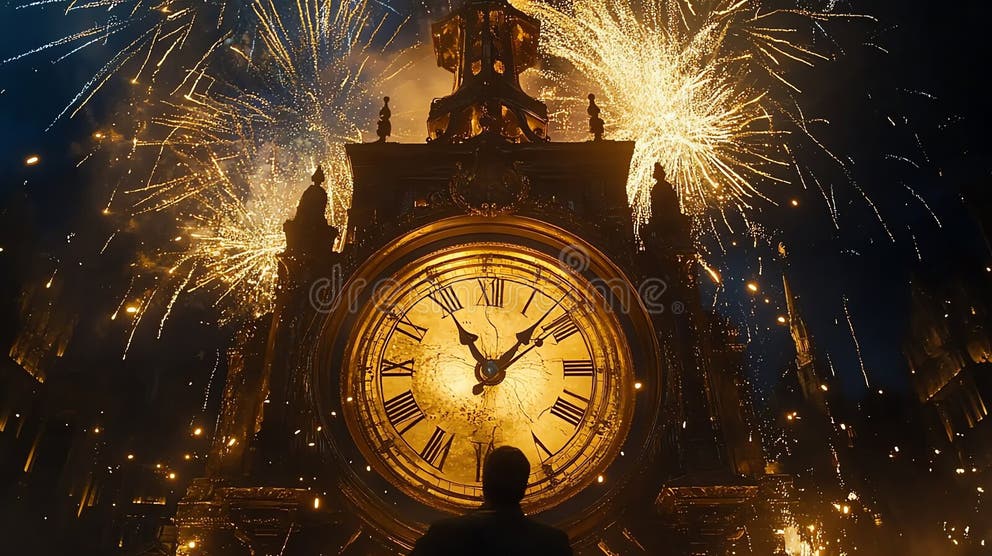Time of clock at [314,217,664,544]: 11:07
